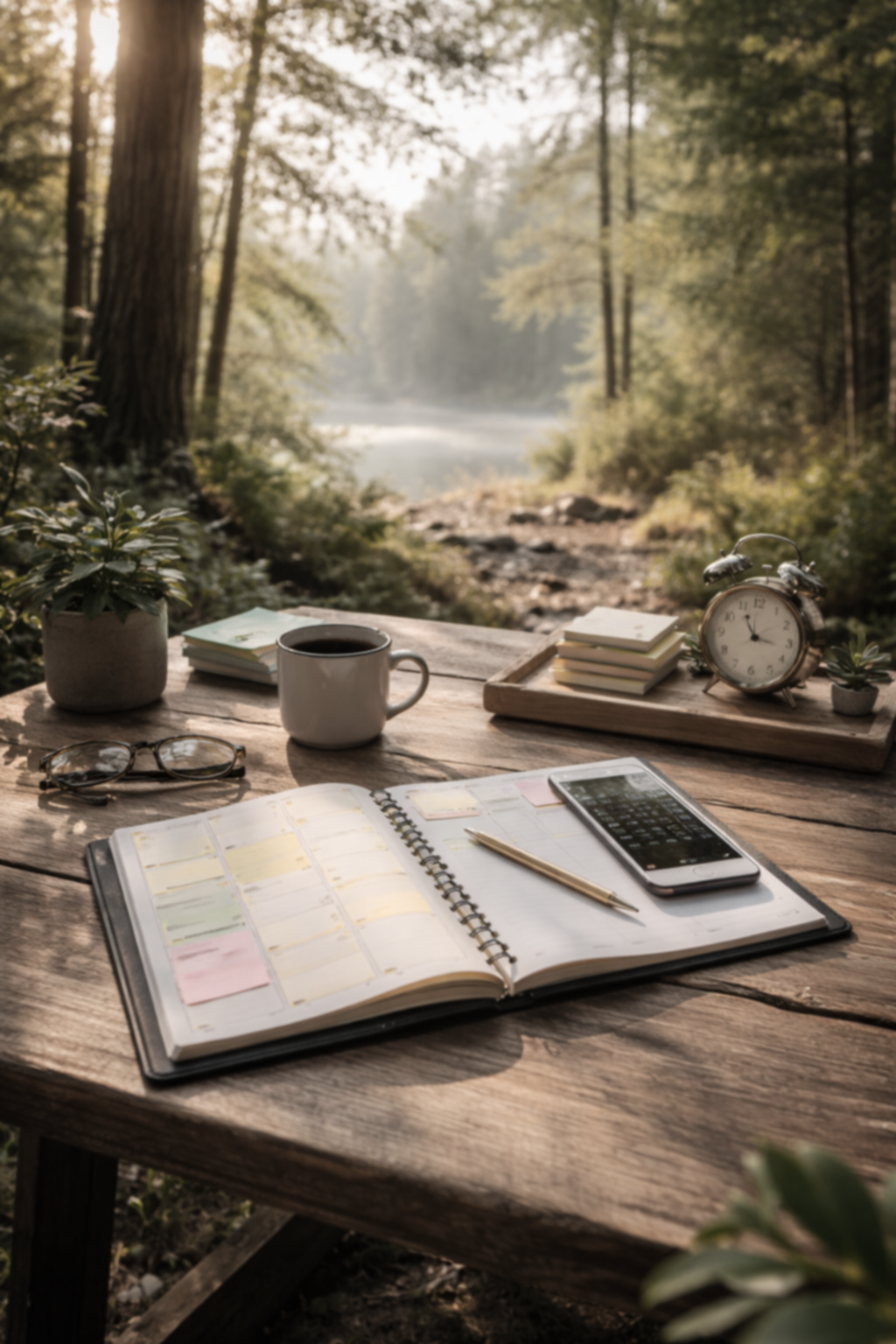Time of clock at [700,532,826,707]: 11:17
